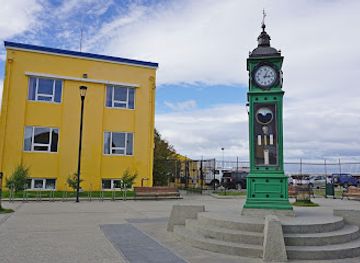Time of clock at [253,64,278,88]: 3:04
